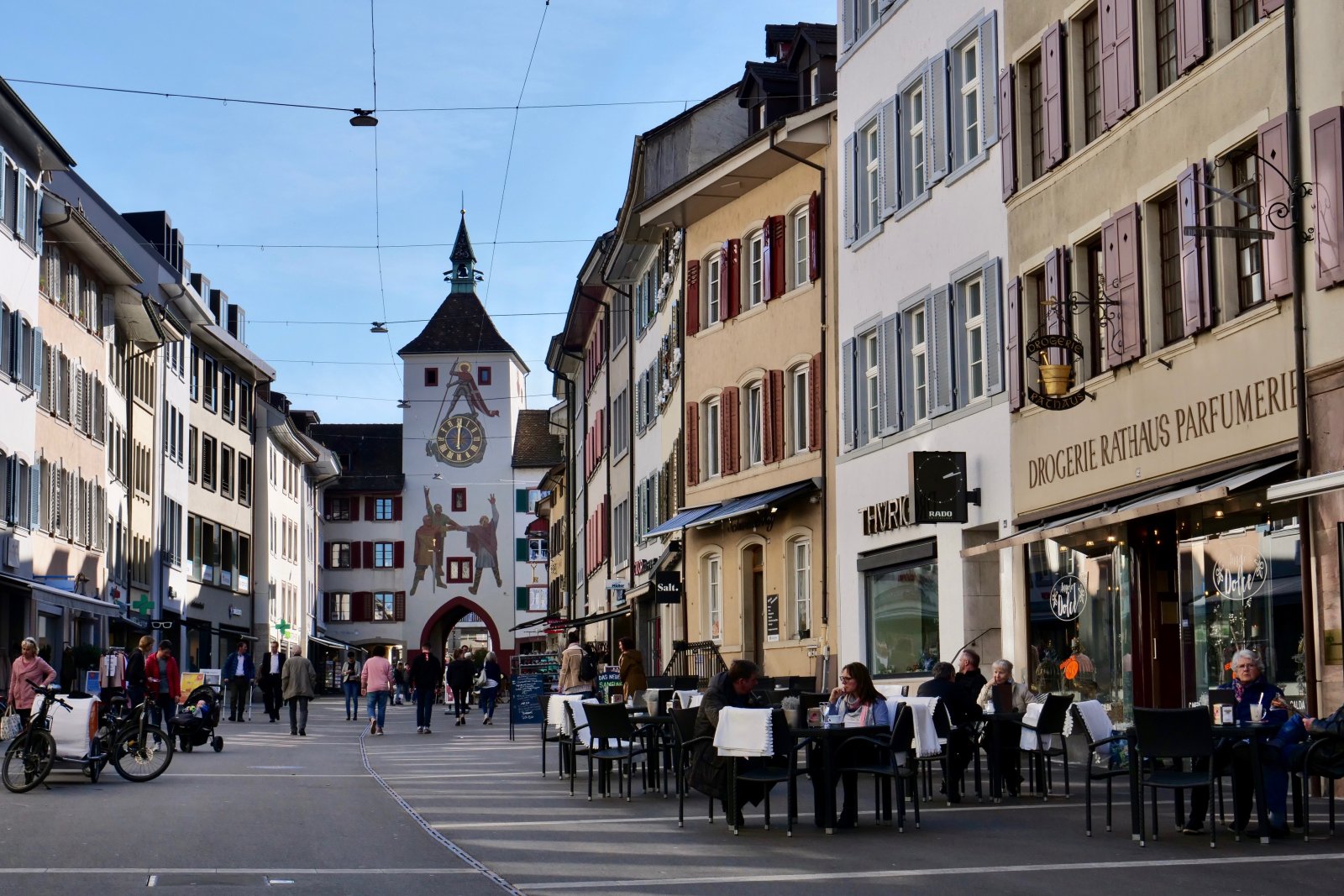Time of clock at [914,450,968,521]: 2:12
